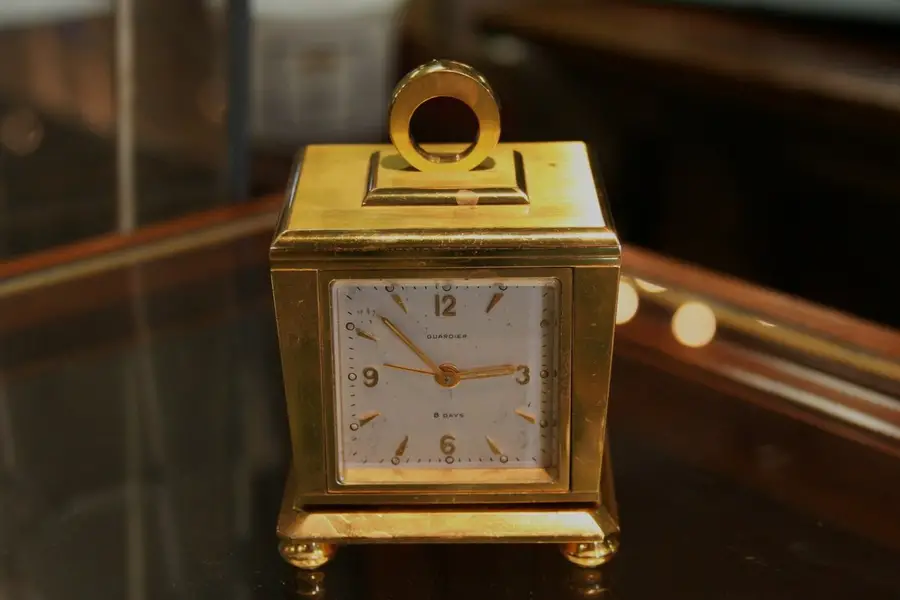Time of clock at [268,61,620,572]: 2:53
